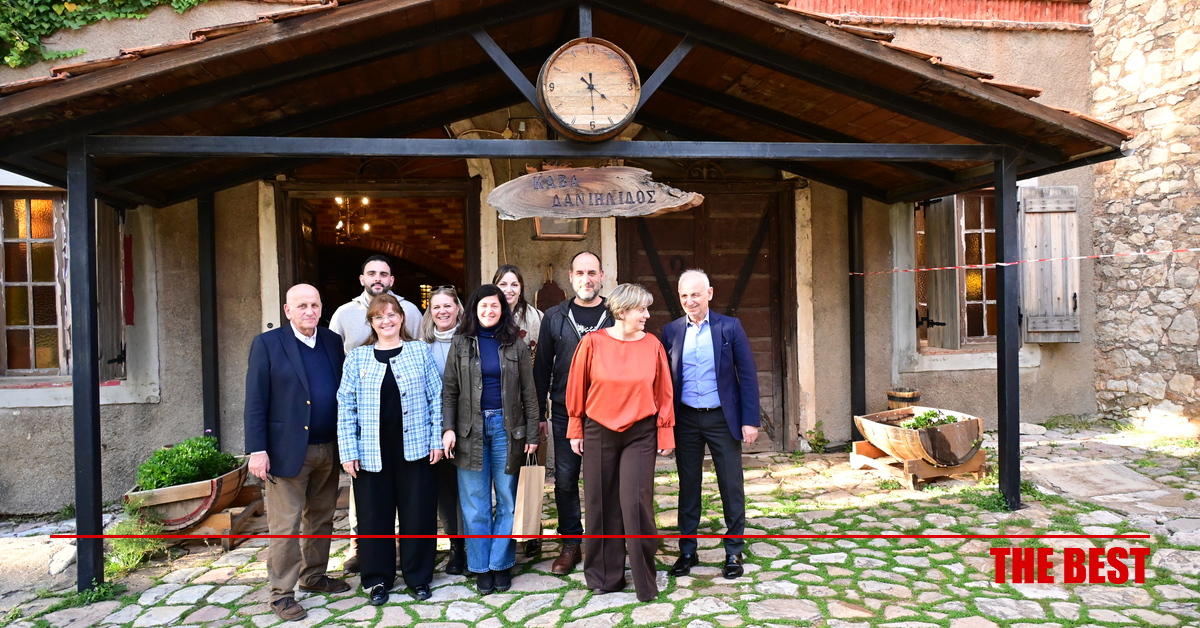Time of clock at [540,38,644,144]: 4:29
